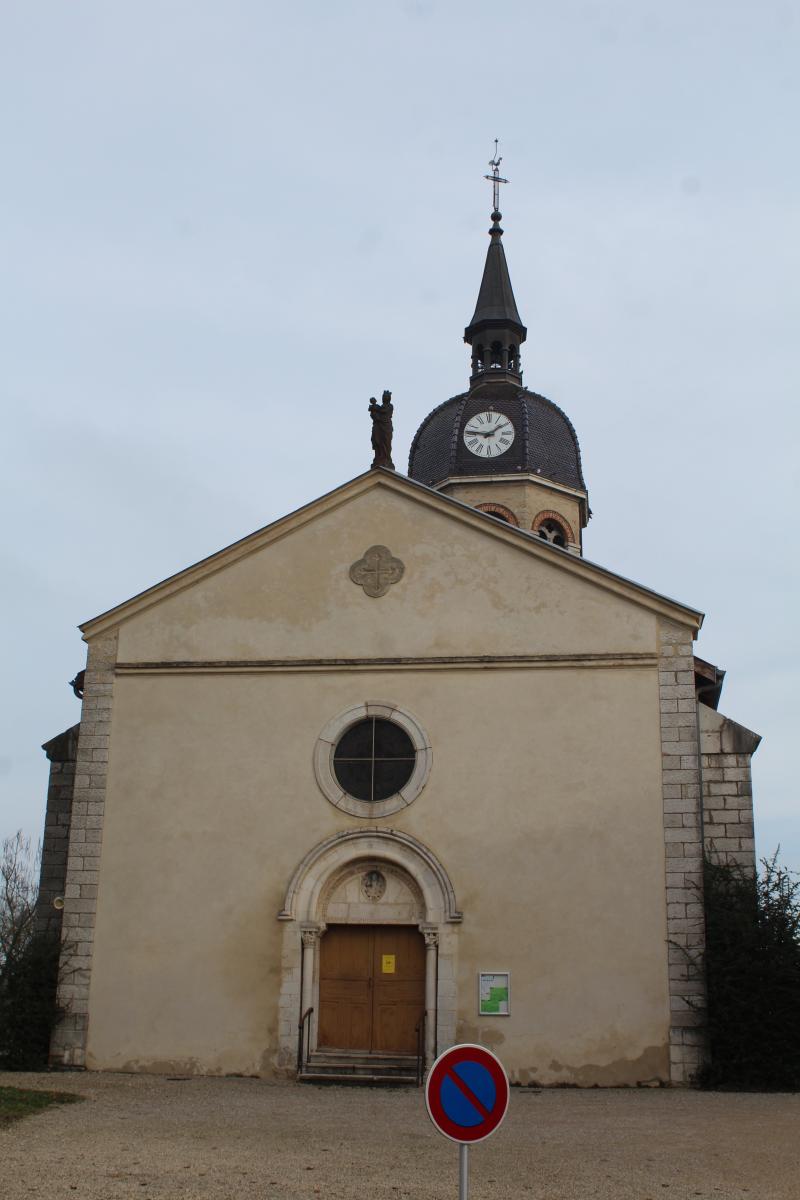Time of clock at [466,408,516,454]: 1:46
